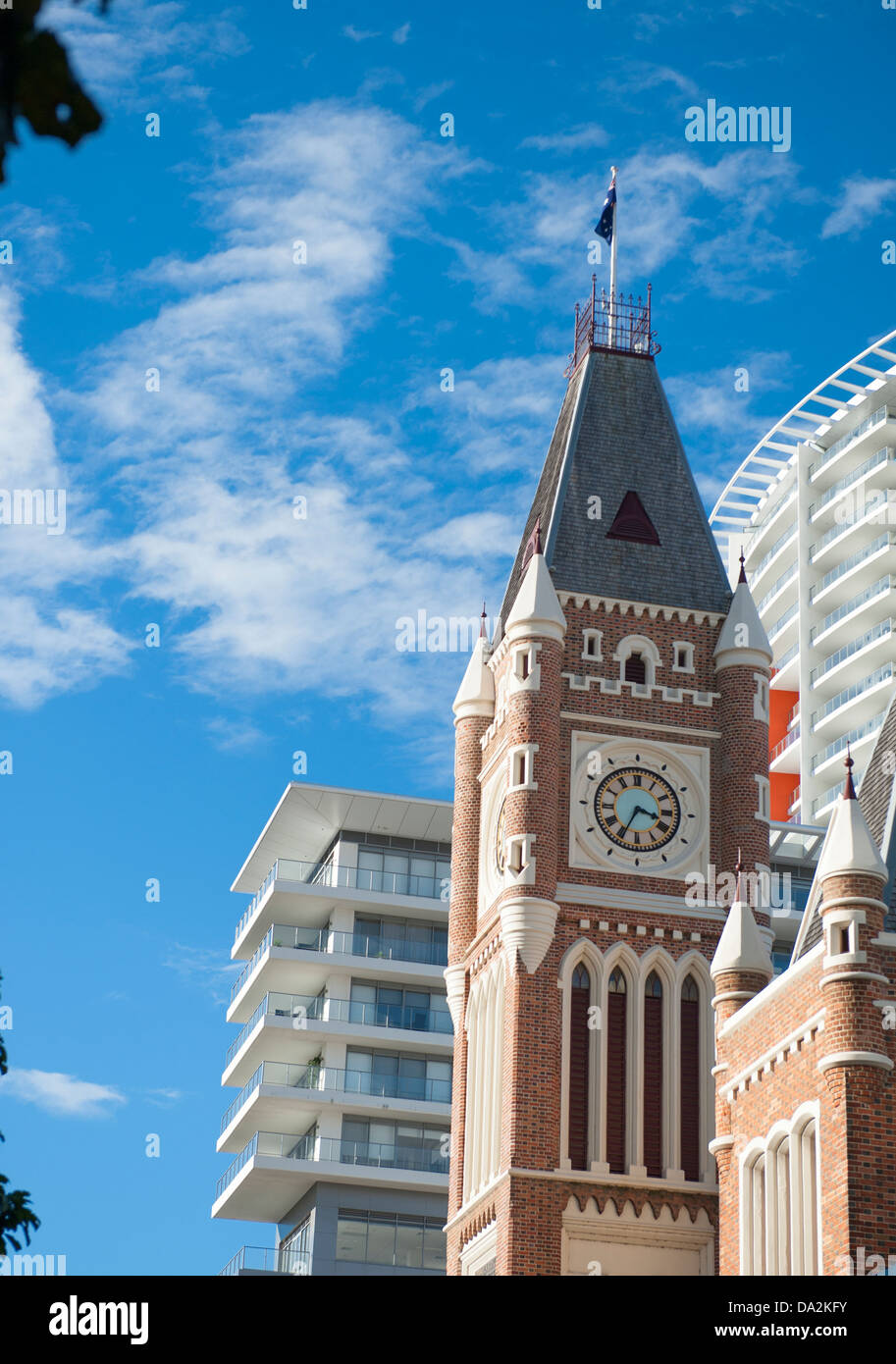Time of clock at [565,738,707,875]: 3:34
